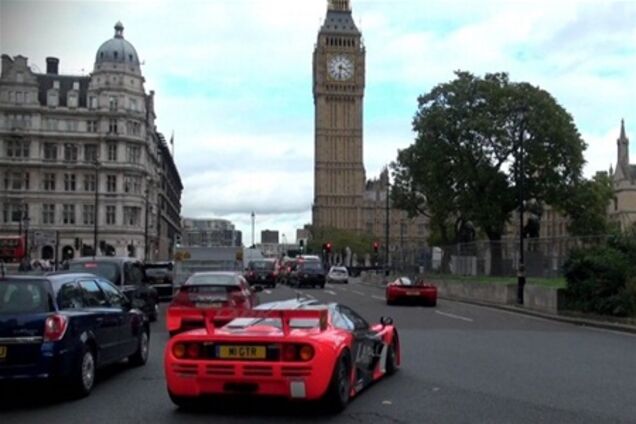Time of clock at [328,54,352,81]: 3:31
